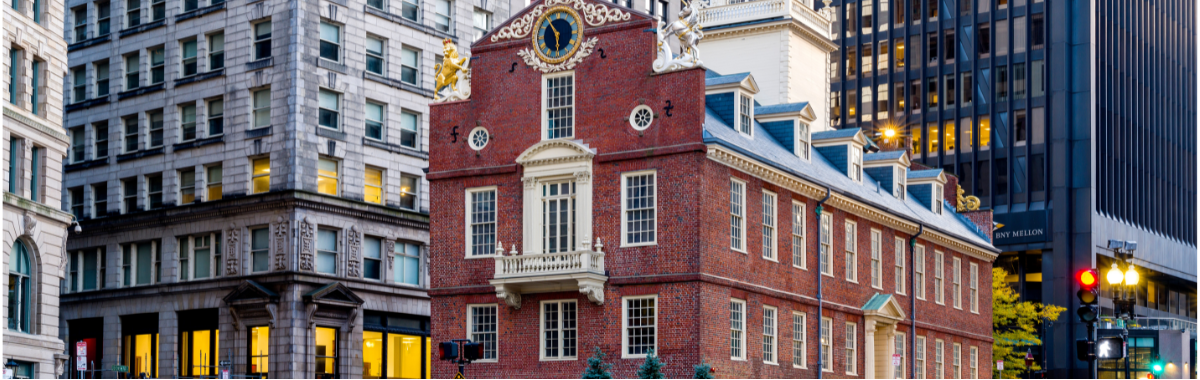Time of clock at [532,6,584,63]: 5:54
